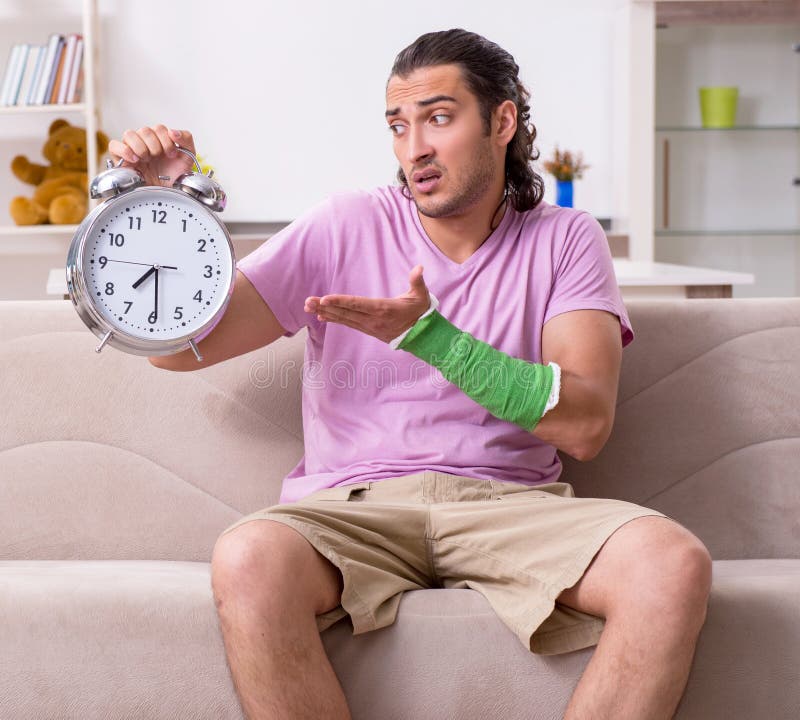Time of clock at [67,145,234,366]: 7:29
